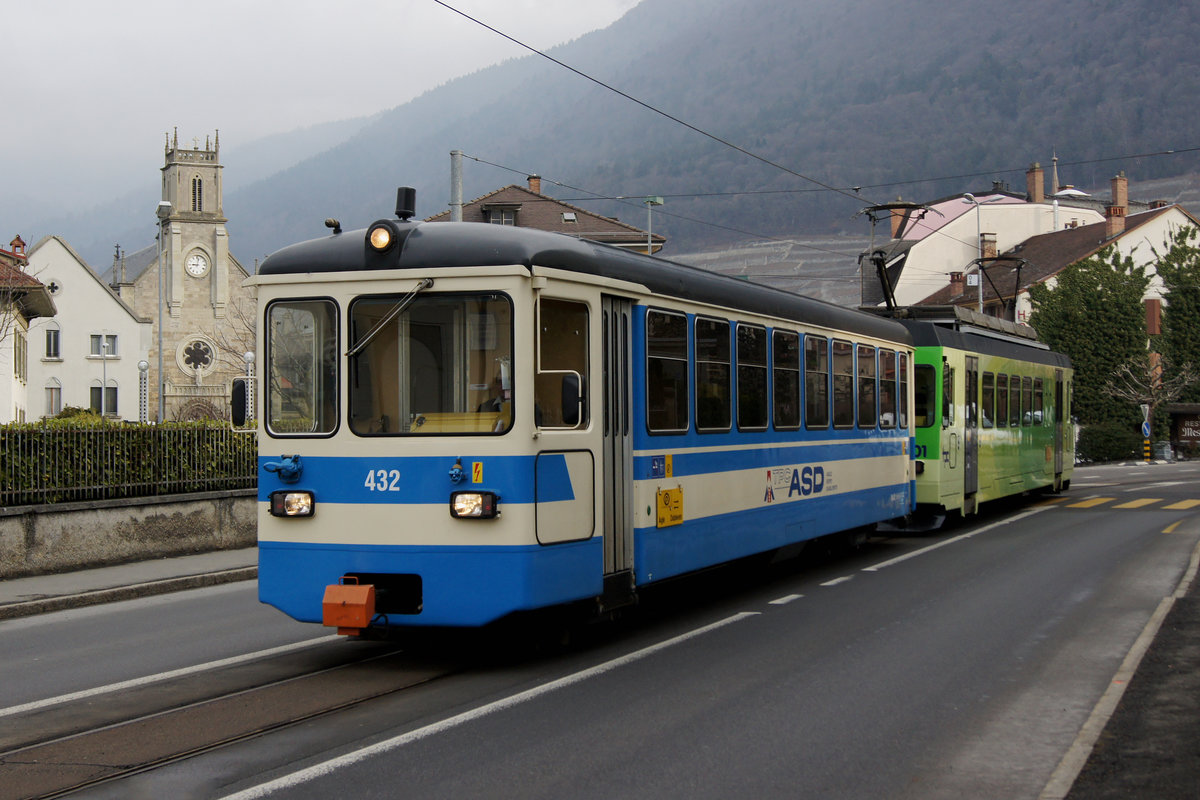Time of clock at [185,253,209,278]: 9:01
